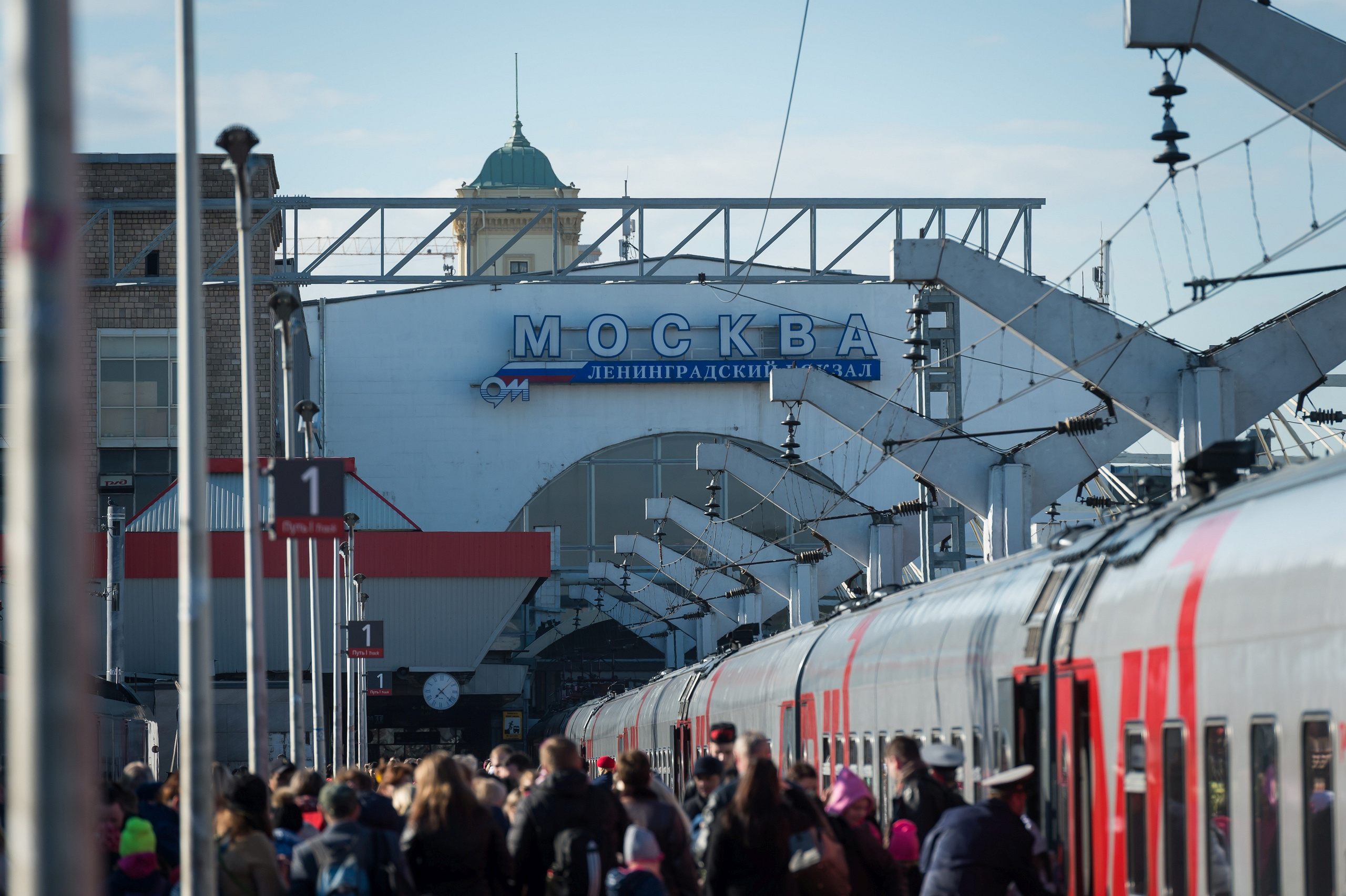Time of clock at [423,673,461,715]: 7:22
